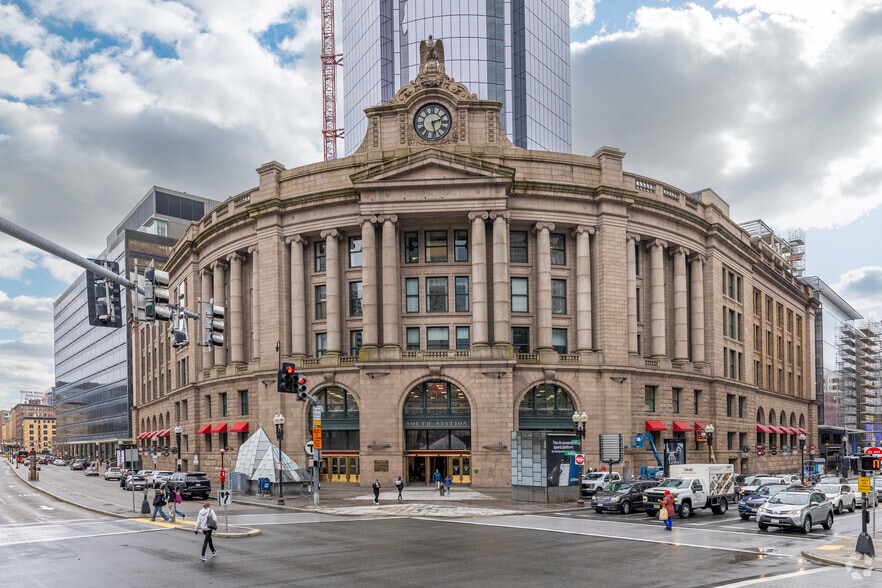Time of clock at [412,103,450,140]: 2:27
